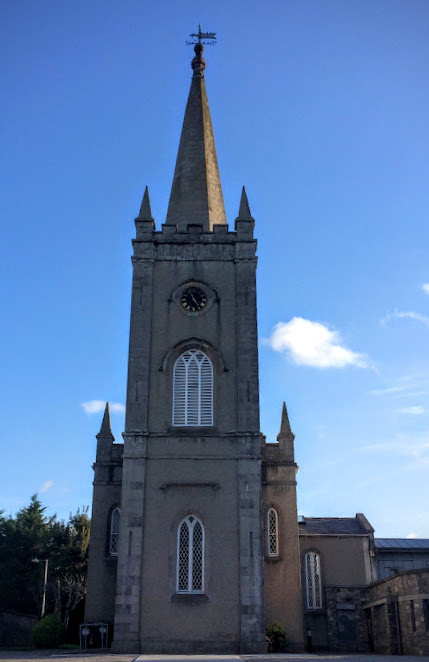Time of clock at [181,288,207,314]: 11:24
